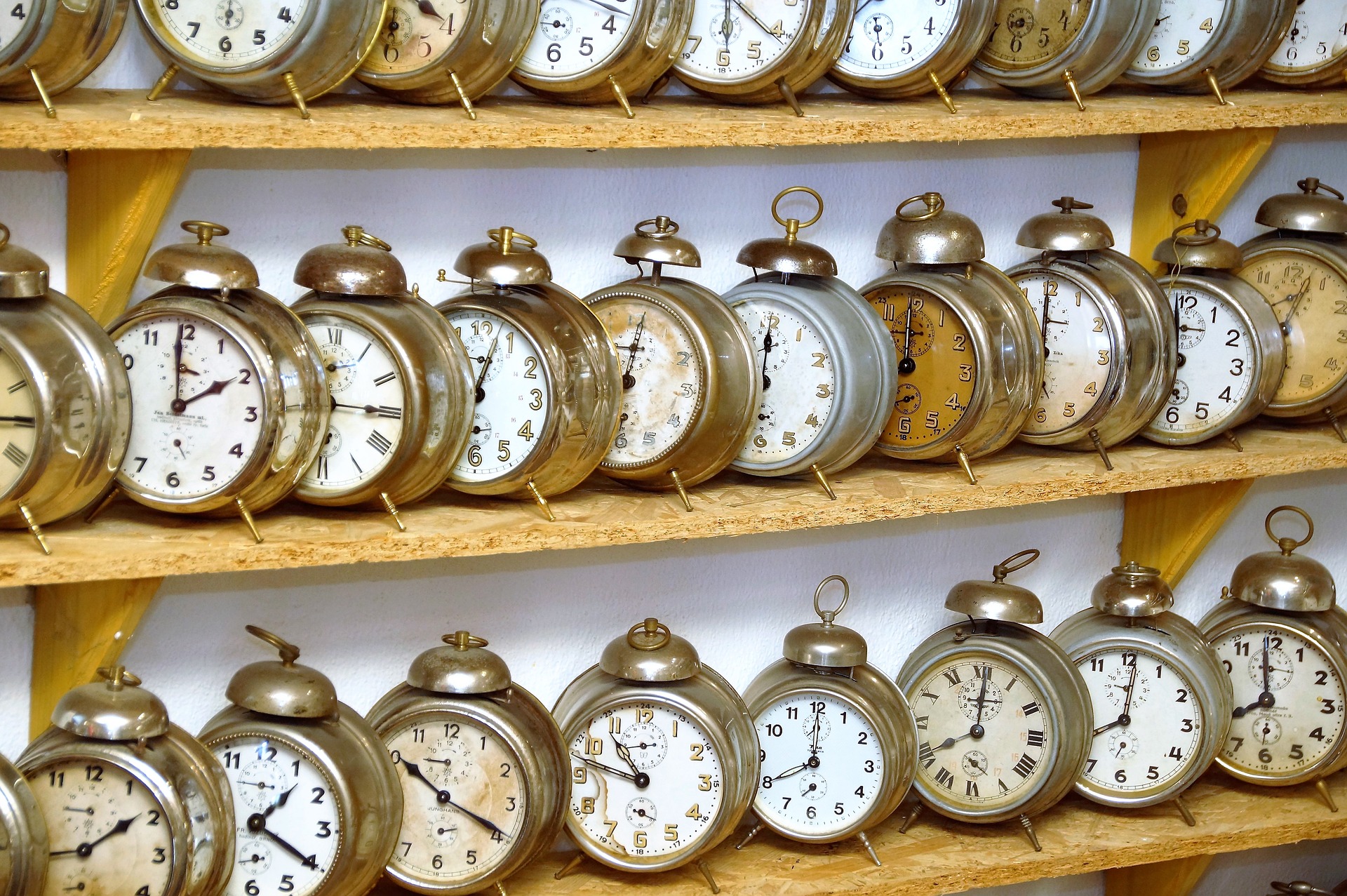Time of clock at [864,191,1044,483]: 12:00
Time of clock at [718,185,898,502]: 12:00
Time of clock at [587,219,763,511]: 12:00
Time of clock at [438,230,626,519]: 12:03
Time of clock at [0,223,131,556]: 1:59
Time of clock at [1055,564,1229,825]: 8:00
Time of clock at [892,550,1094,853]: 8:00
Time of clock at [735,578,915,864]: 8:00
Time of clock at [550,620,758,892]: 10:47
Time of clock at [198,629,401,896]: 1:20
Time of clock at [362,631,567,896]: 10:19
